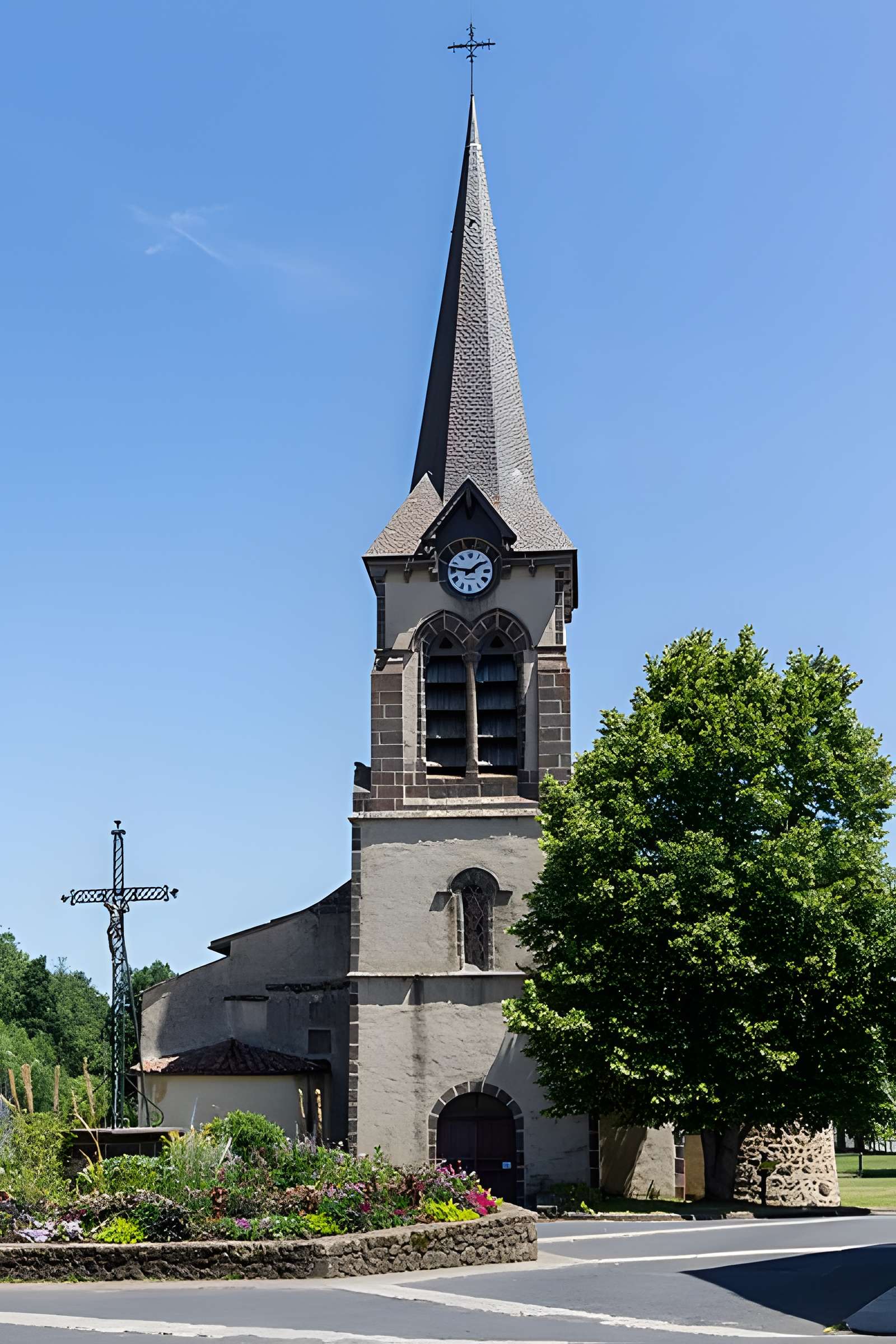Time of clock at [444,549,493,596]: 1:46
